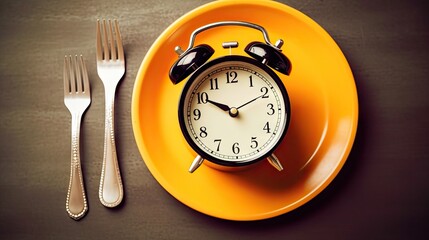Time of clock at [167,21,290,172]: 9:50
